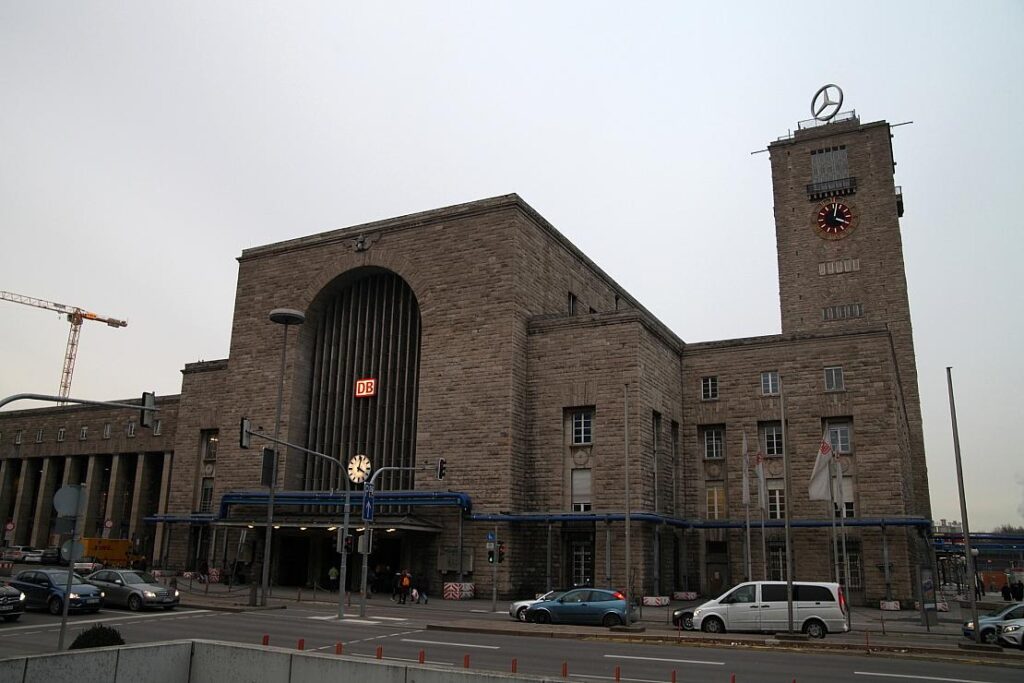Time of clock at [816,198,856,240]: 4:02
